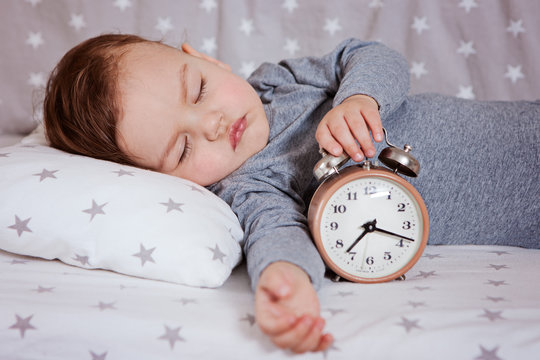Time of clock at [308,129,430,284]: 7:18
